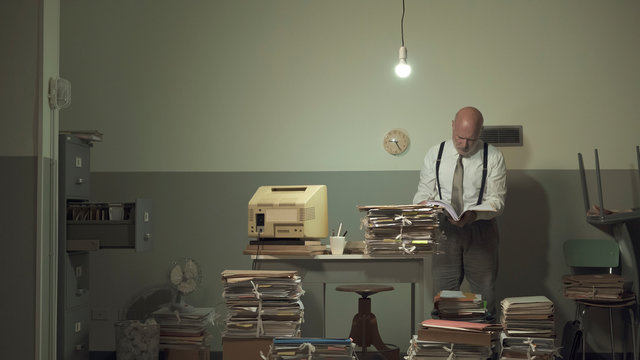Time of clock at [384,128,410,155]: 9:25
